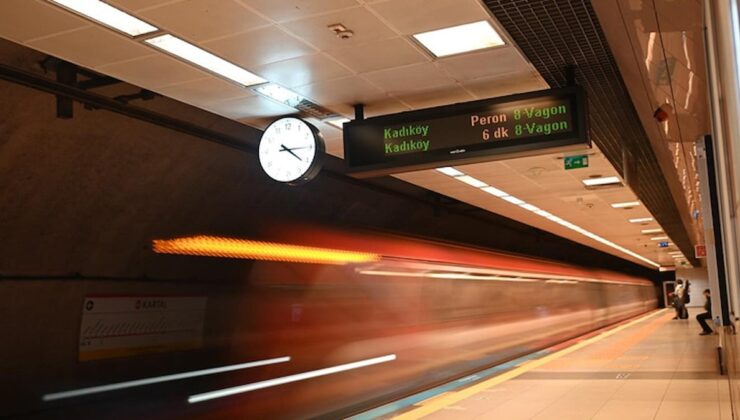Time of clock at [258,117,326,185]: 4:14
